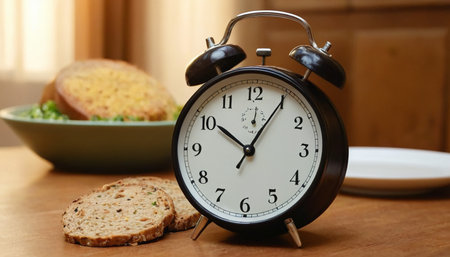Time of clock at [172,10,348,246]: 10:05
